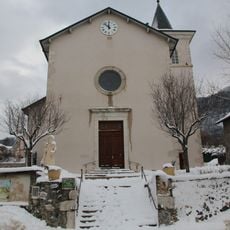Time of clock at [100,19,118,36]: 11:52
